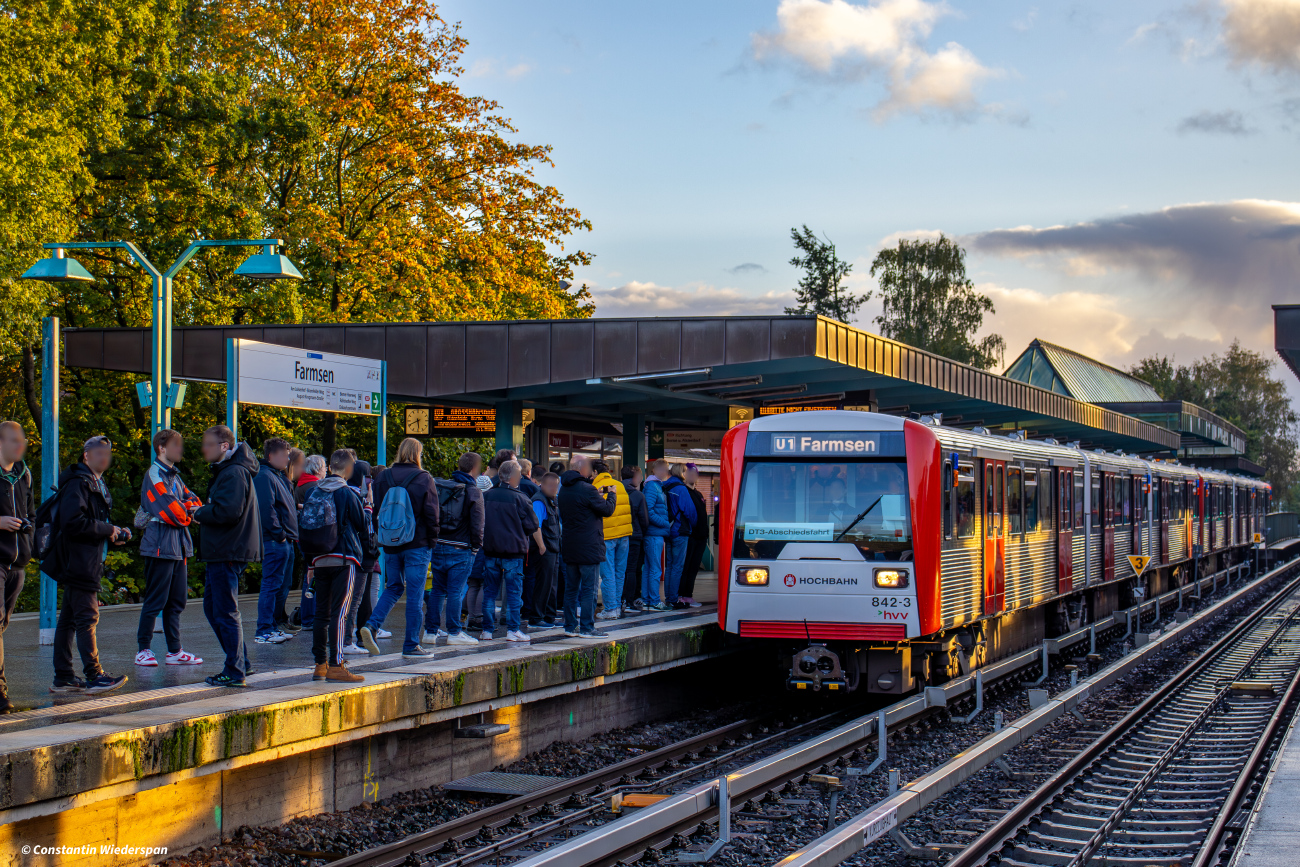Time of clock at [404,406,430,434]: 5:41
